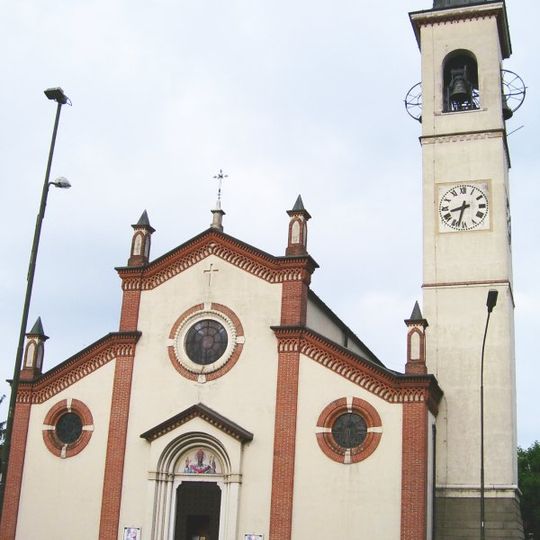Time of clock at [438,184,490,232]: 8:32
